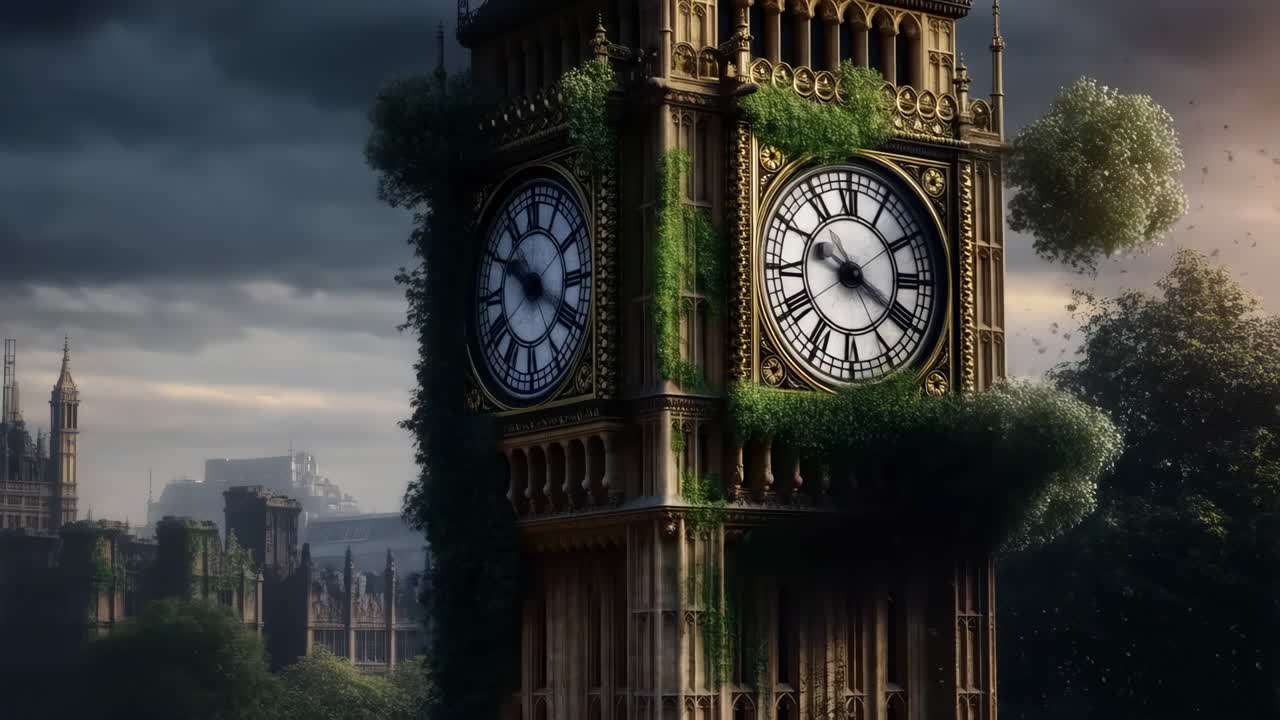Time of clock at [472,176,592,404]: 3:49
